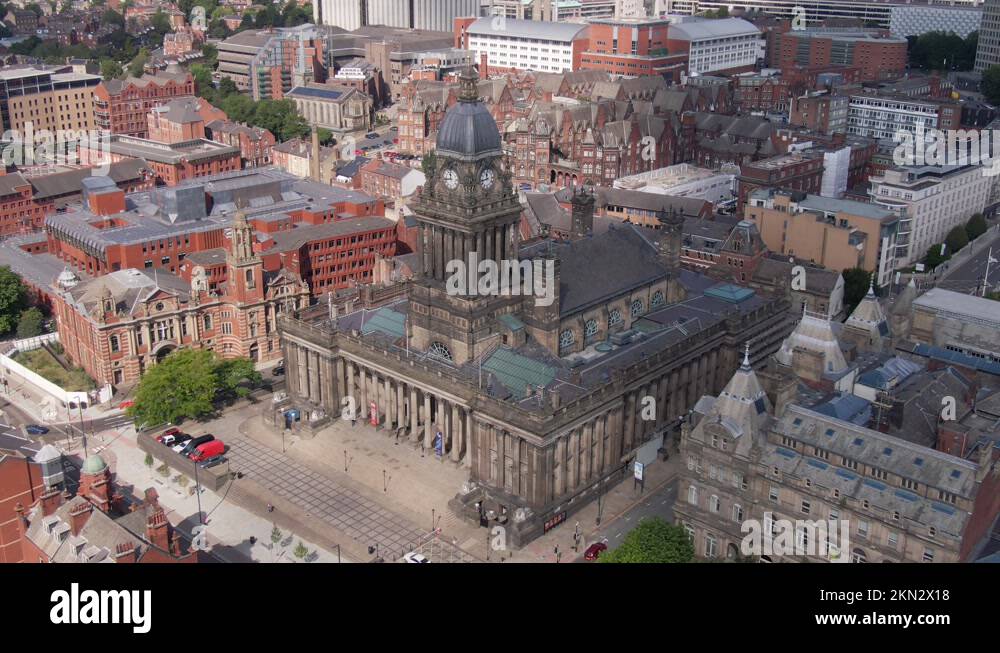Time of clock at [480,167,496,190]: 11:42
